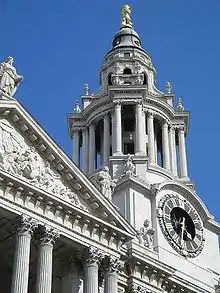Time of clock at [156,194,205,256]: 4:32
